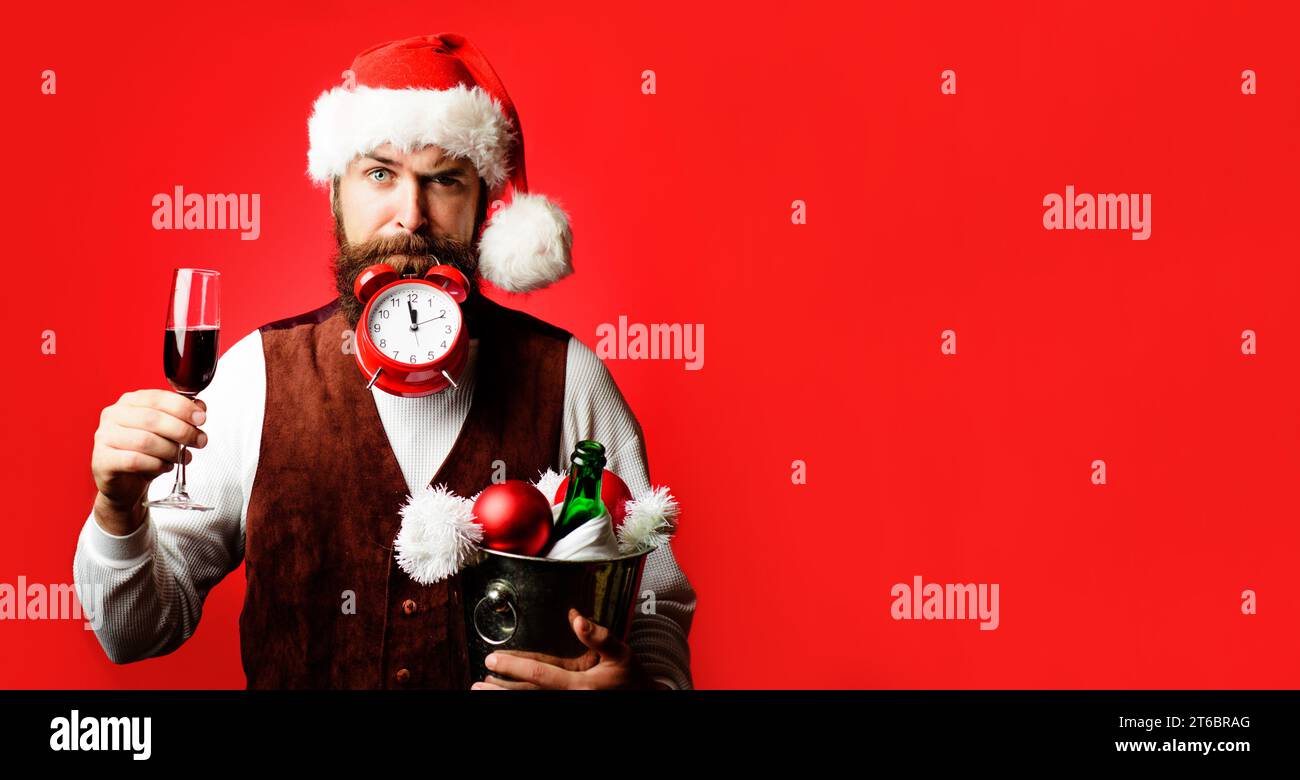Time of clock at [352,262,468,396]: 11:58
